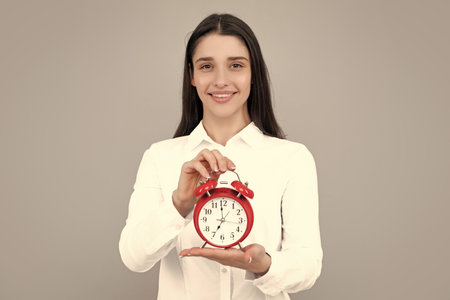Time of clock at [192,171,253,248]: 6:59
